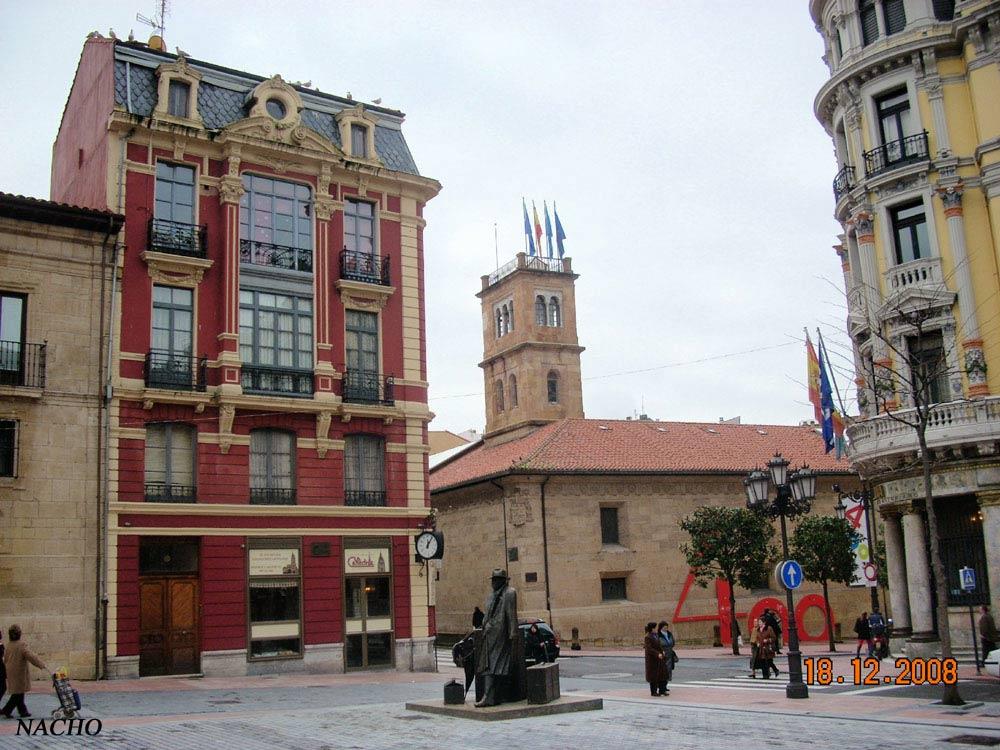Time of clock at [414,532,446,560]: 12:06
